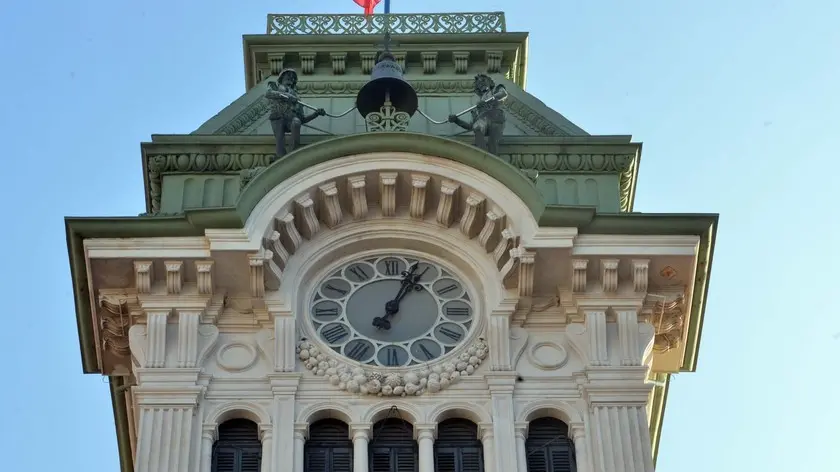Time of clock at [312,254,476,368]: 1:03
